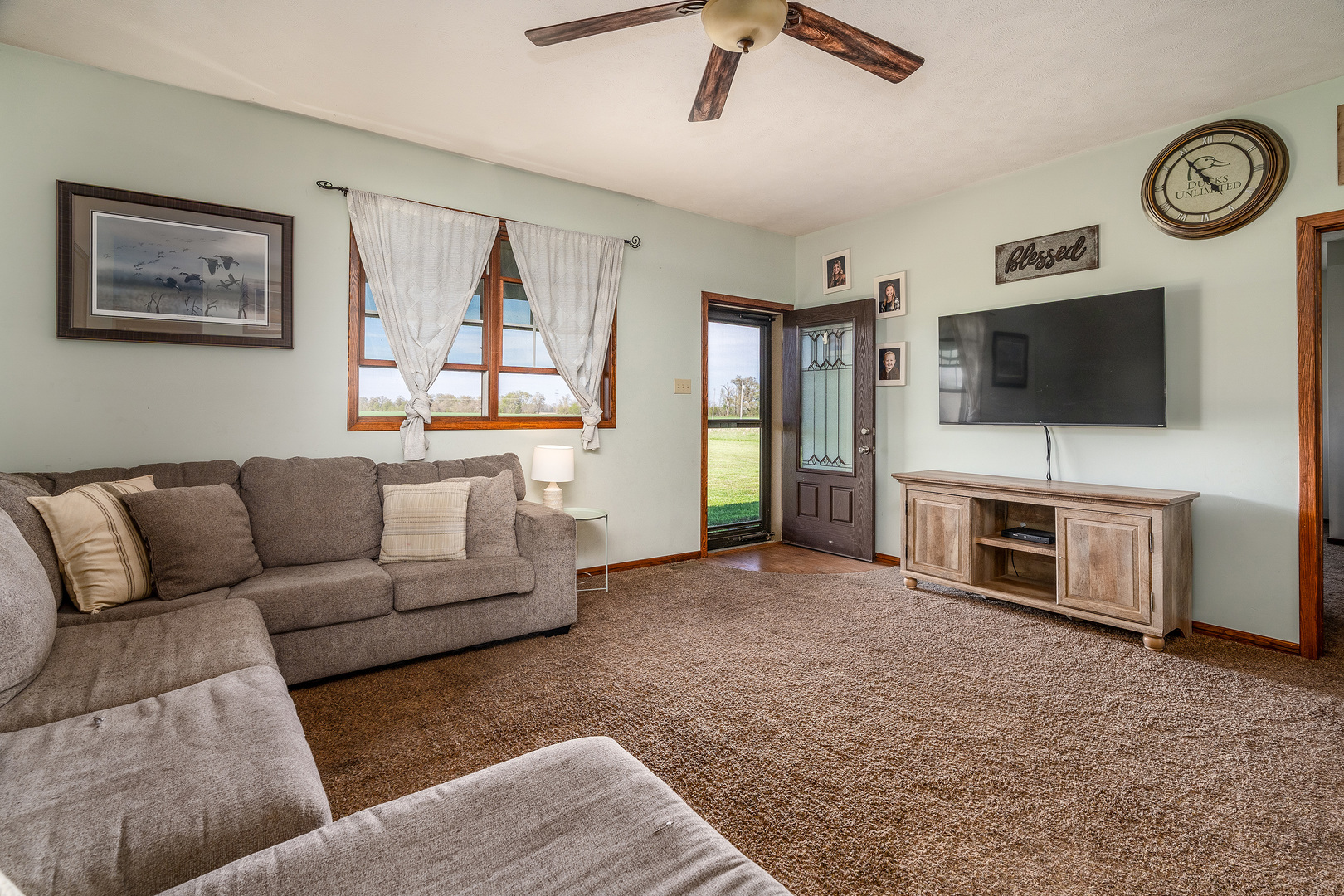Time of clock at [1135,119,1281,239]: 4:54
